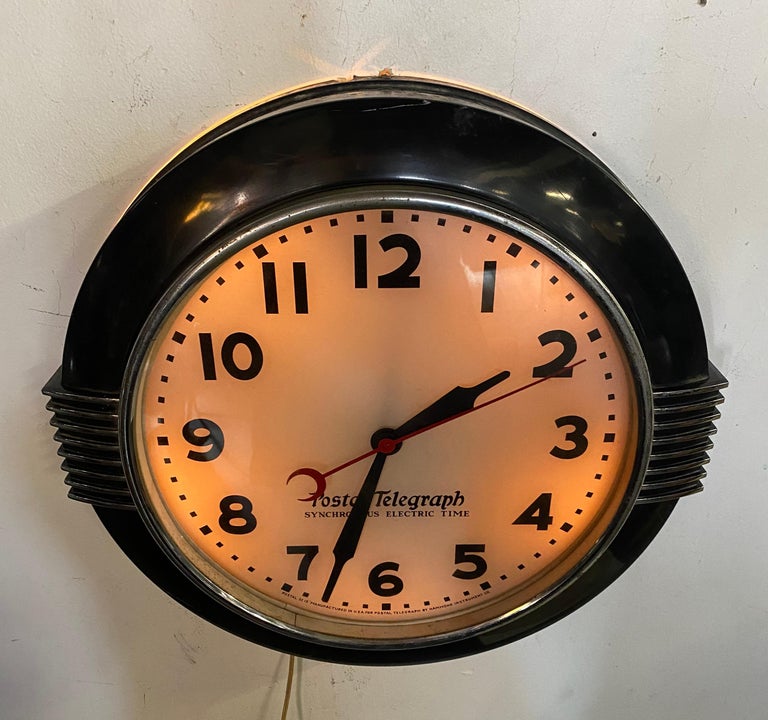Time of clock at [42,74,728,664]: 1:33
